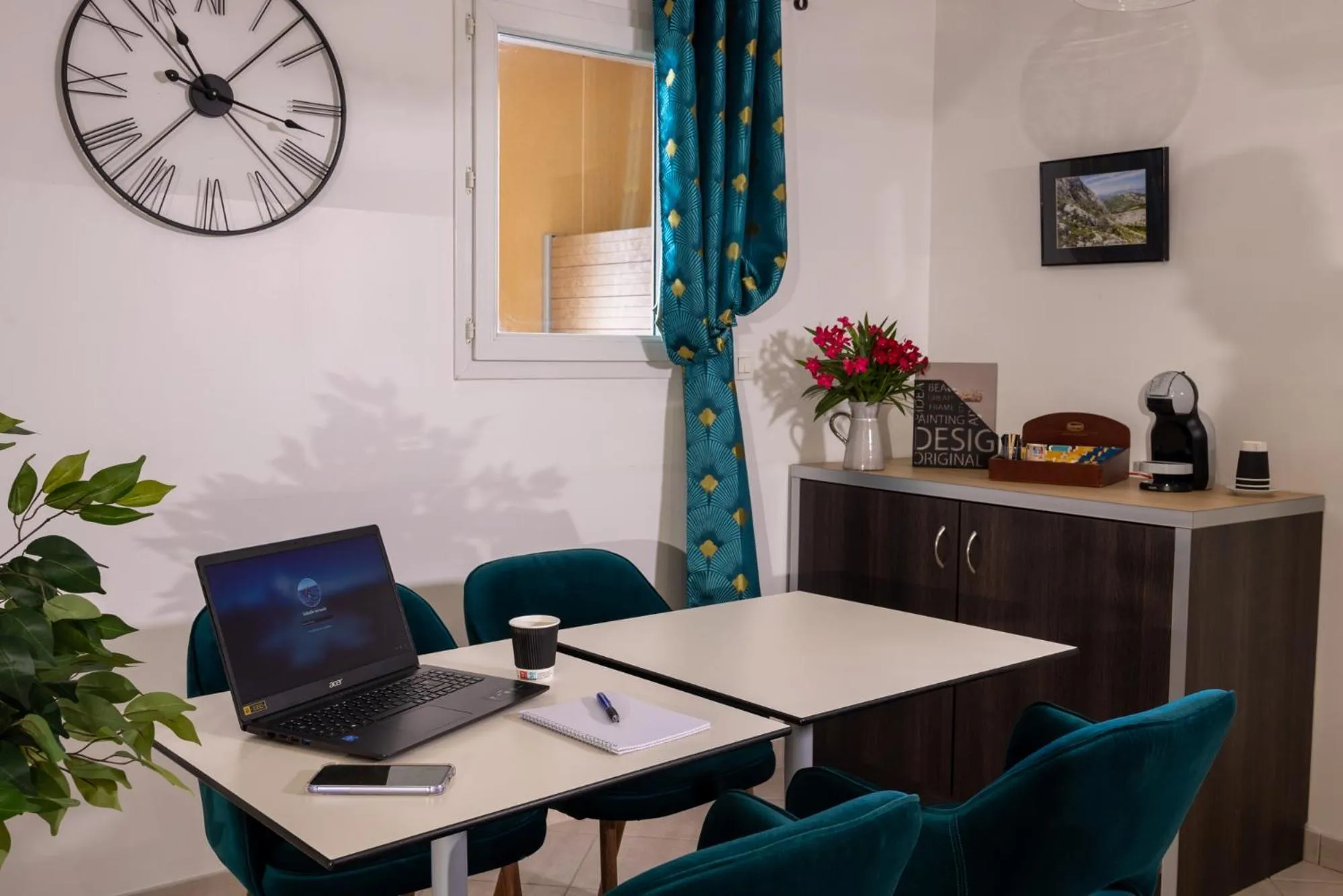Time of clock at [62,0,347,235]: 11:17
